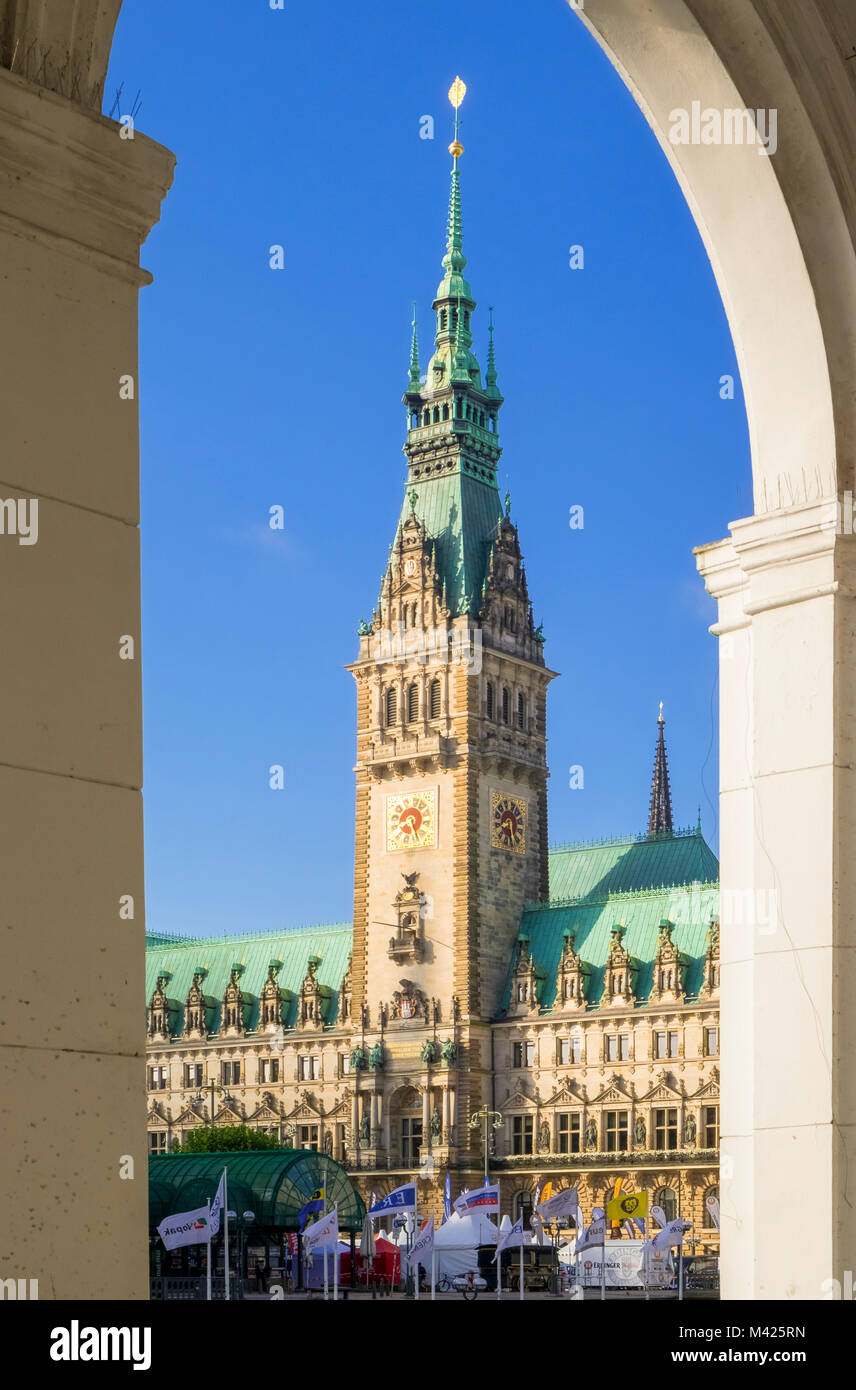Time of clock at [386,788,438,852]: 8:26
